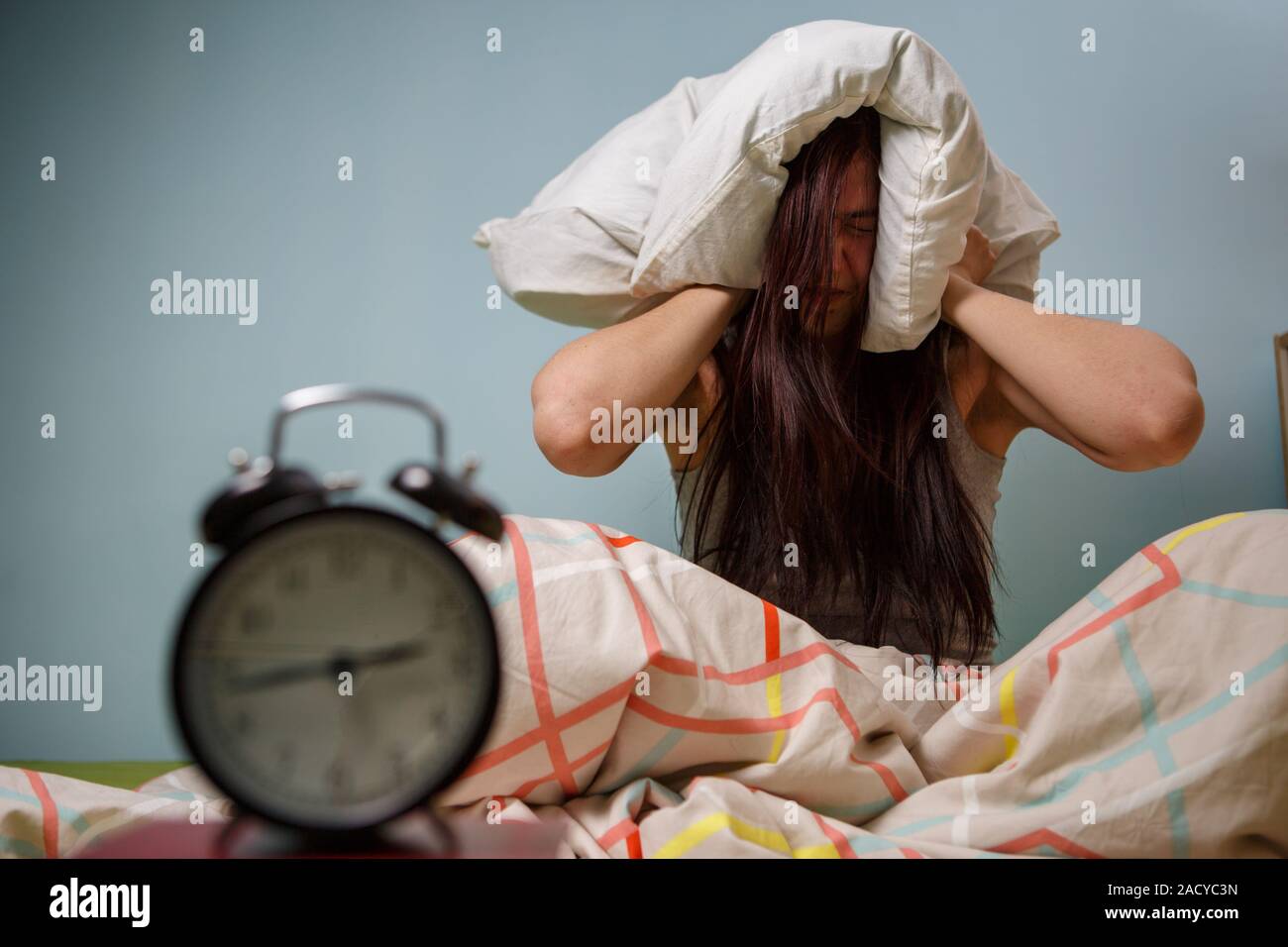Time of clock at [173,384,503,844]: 2:43
